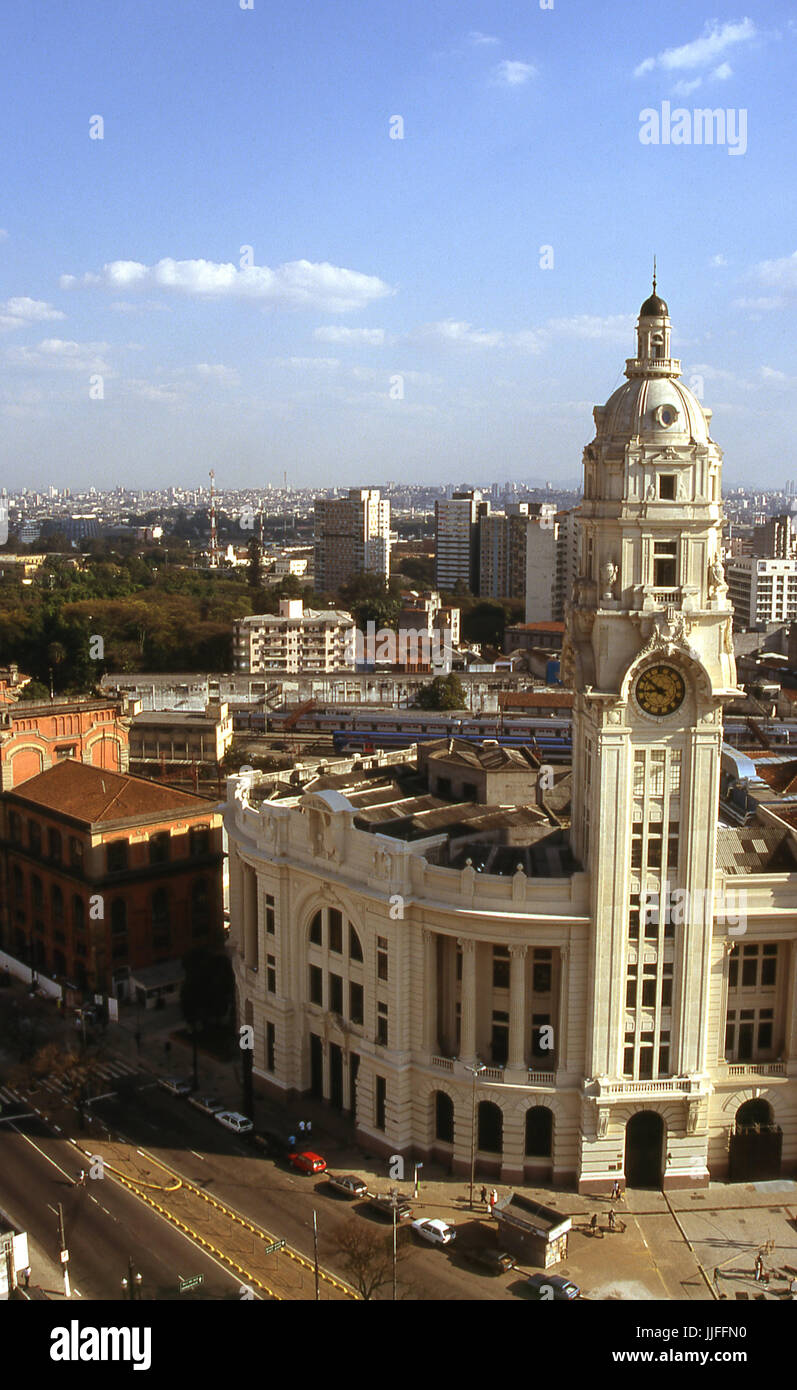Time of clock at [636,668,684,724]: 8:51
